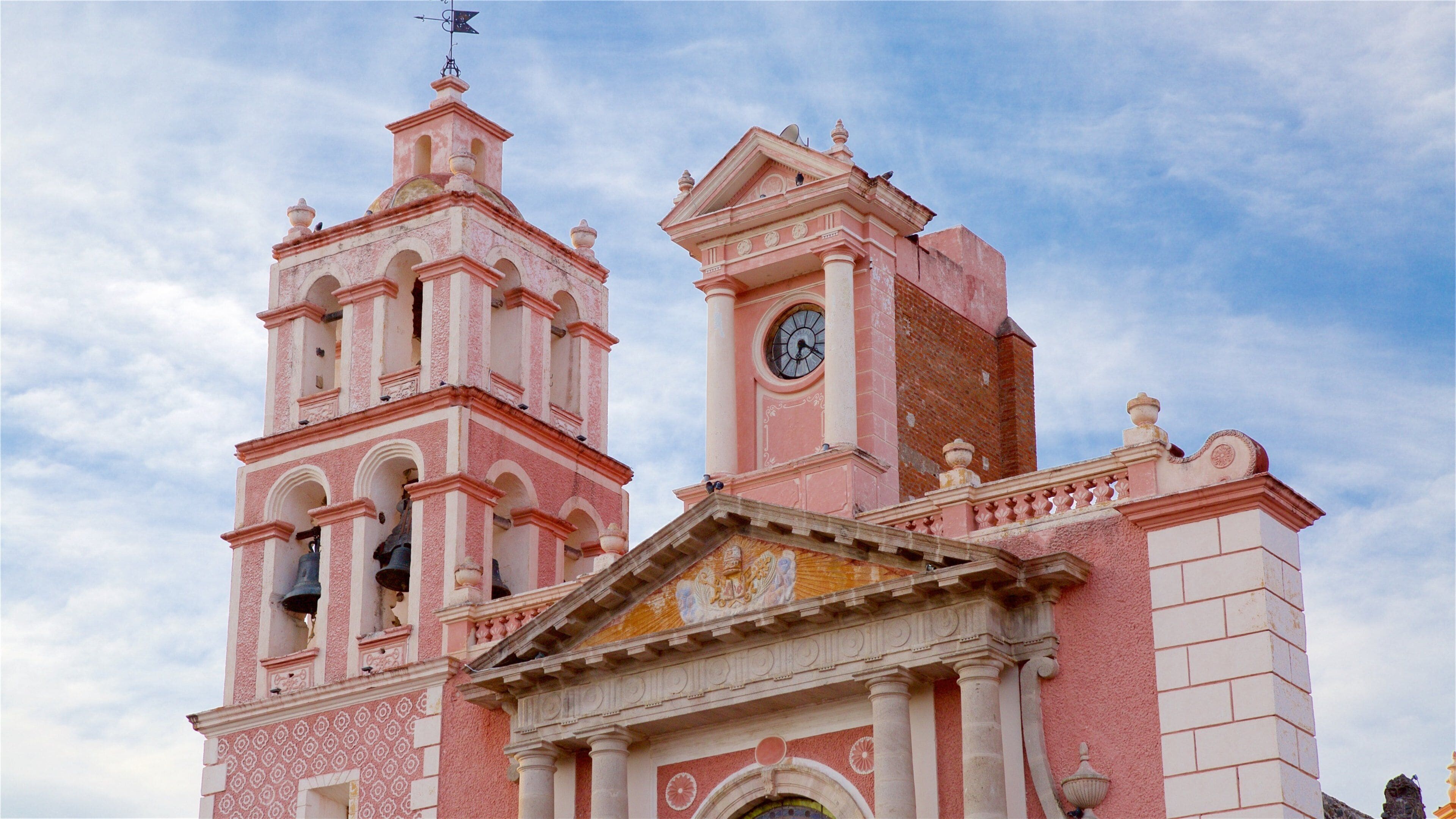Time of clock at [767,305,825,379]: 6:18
